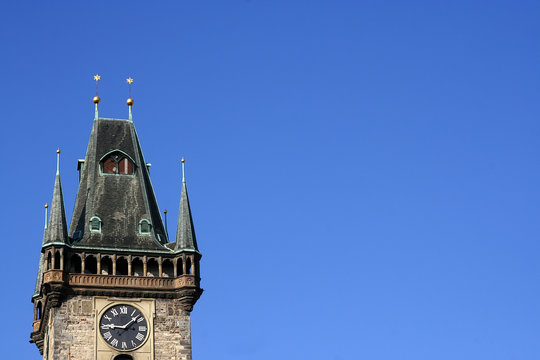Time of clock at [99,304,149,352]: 9:08
